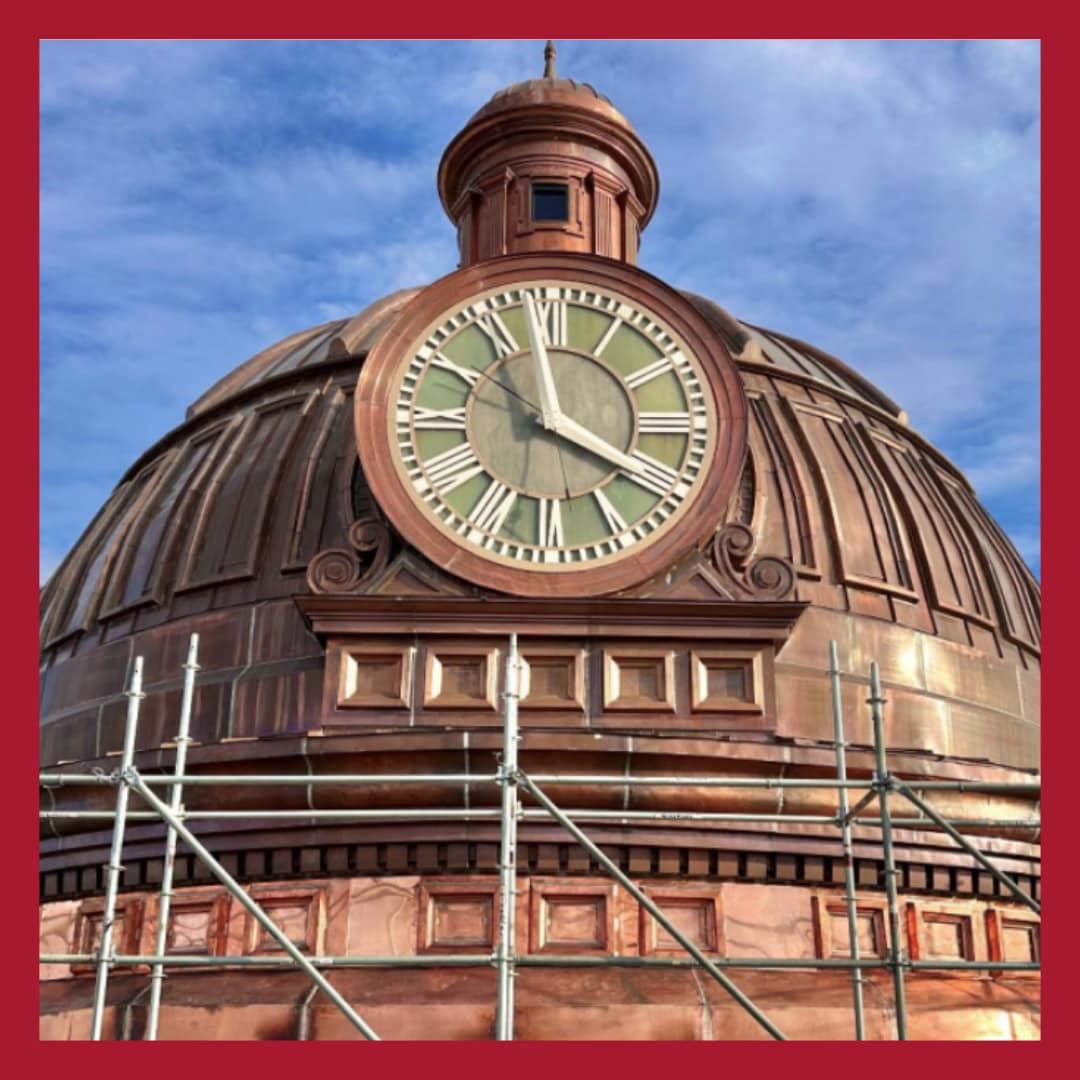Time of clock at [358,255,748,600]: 3:58
